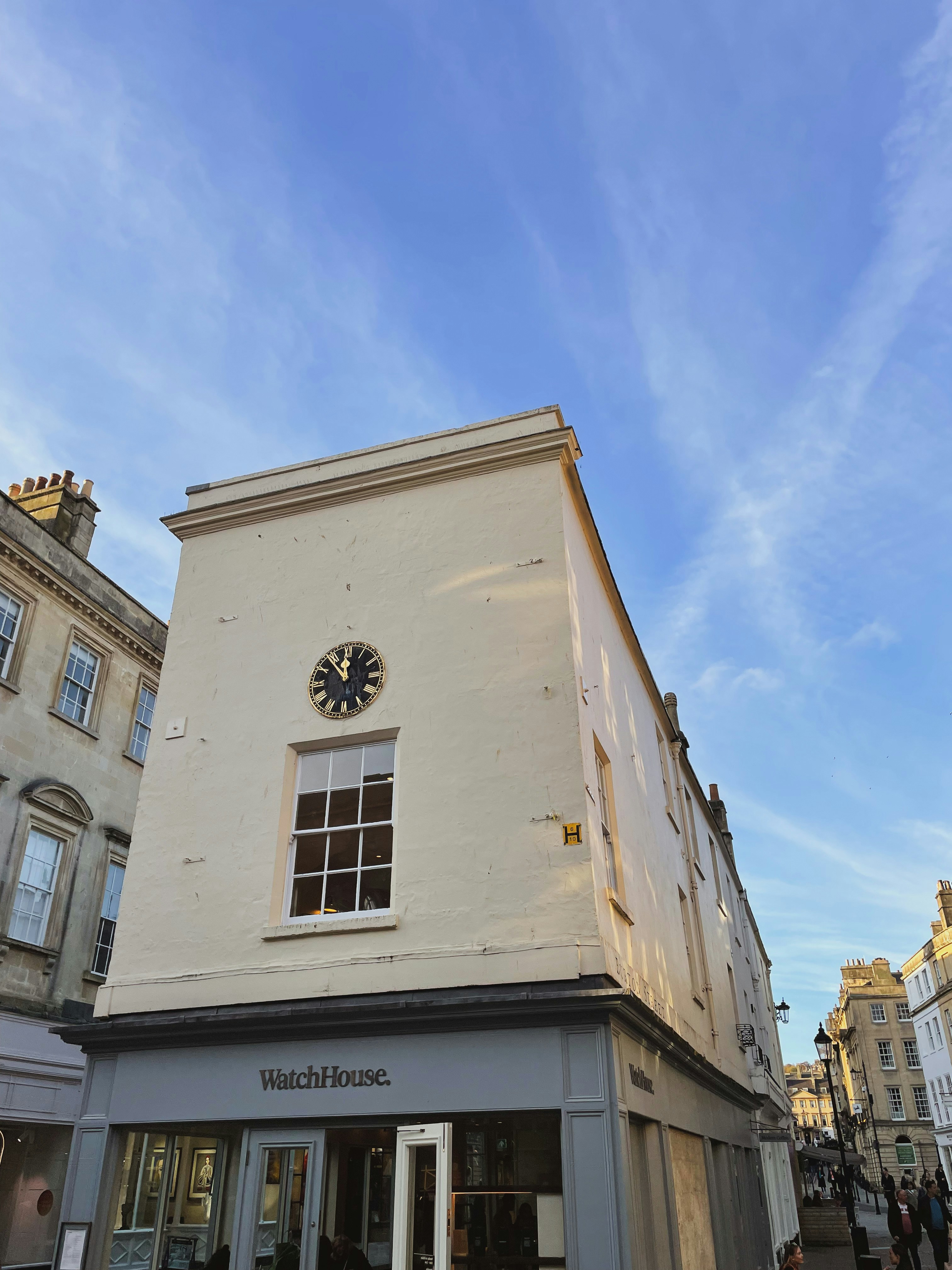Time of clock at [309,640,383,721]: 11:53
